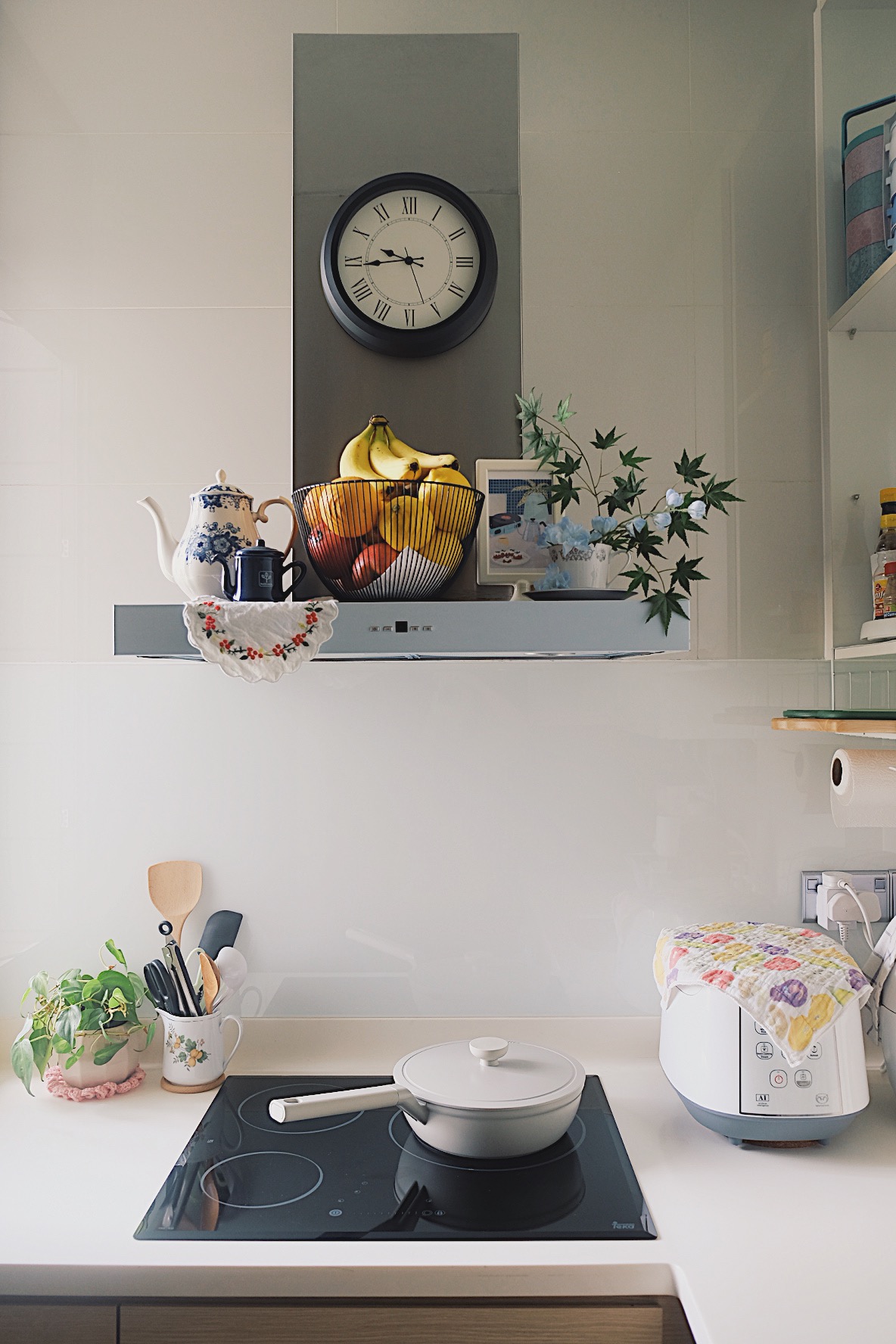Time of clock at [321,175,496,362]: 9:44
